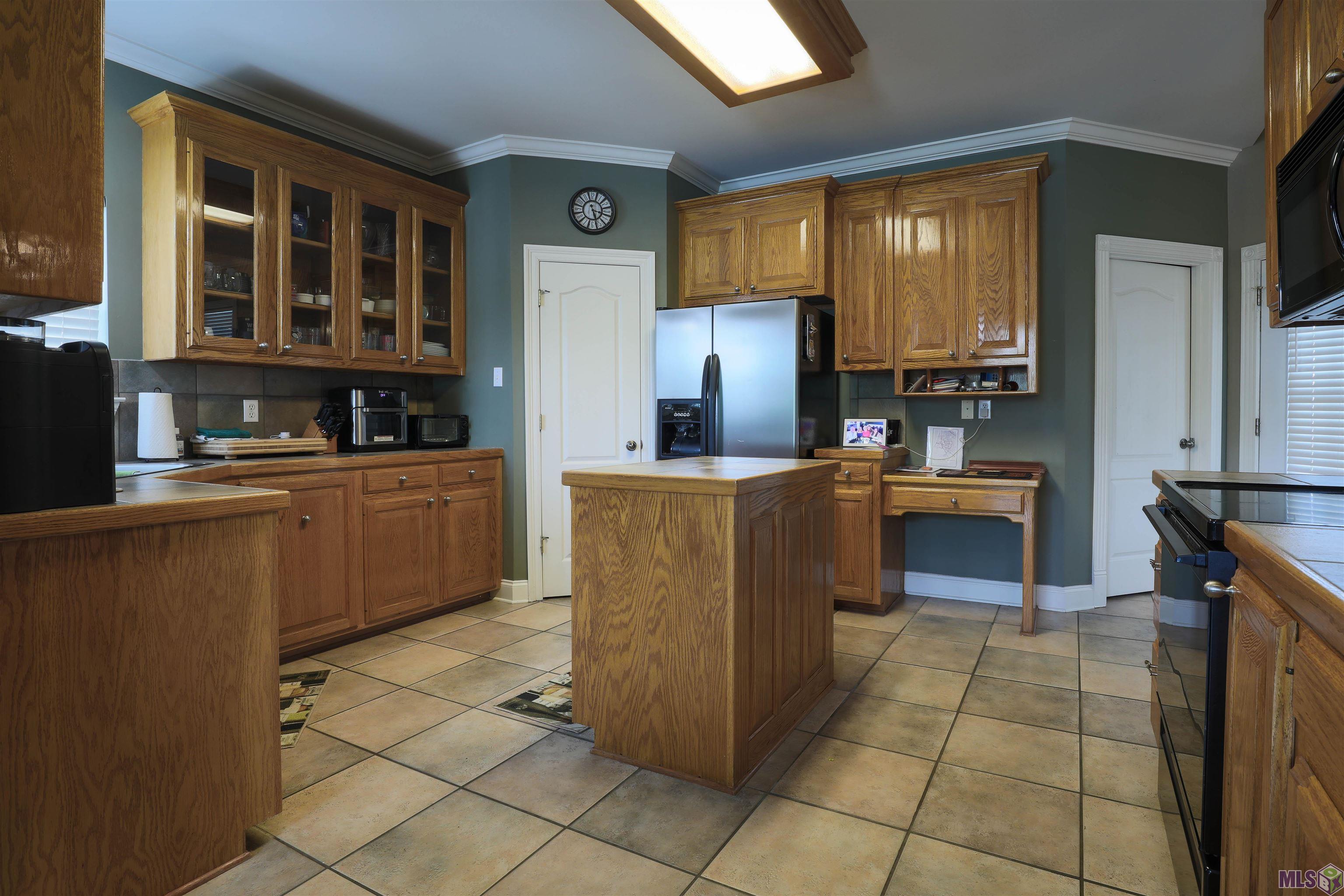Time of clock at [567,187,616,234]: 3:27
